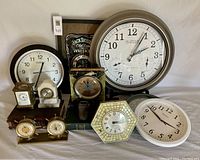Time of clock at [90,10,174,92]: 2:04
